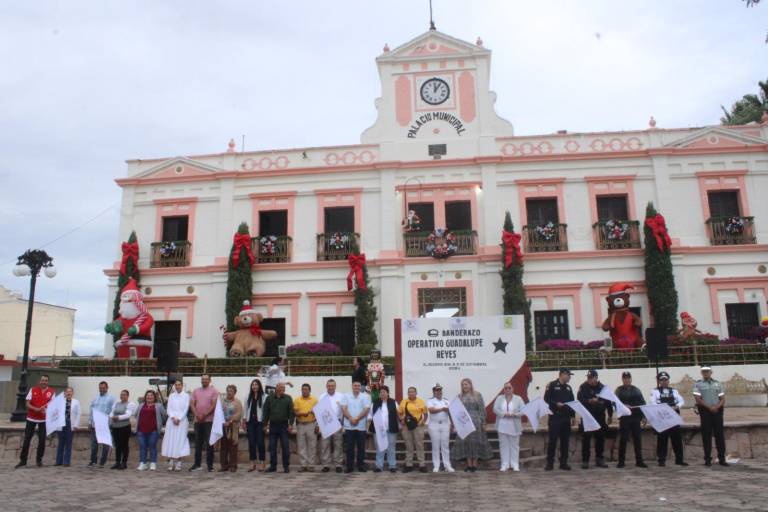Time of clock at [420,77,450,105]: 12:05
